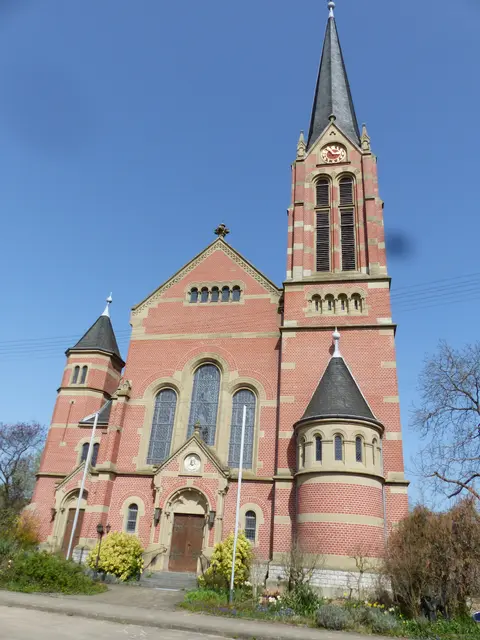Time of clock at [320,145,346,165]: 2:52
